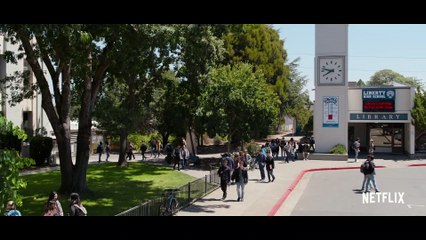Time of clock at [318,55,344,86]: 7:47
